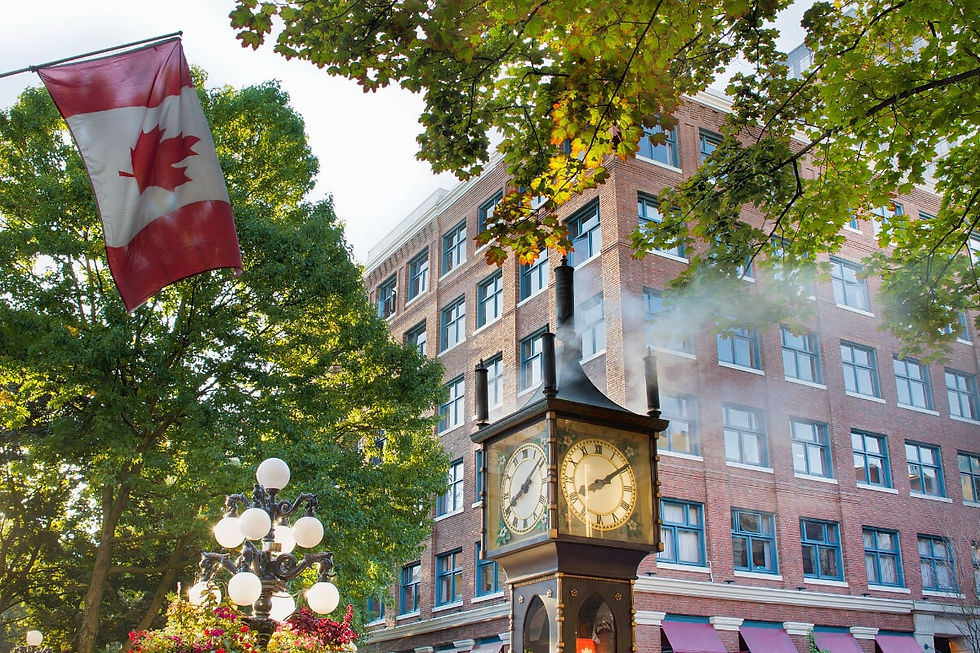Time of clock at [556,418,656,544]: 8:09
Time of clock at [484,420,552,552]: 8:09
